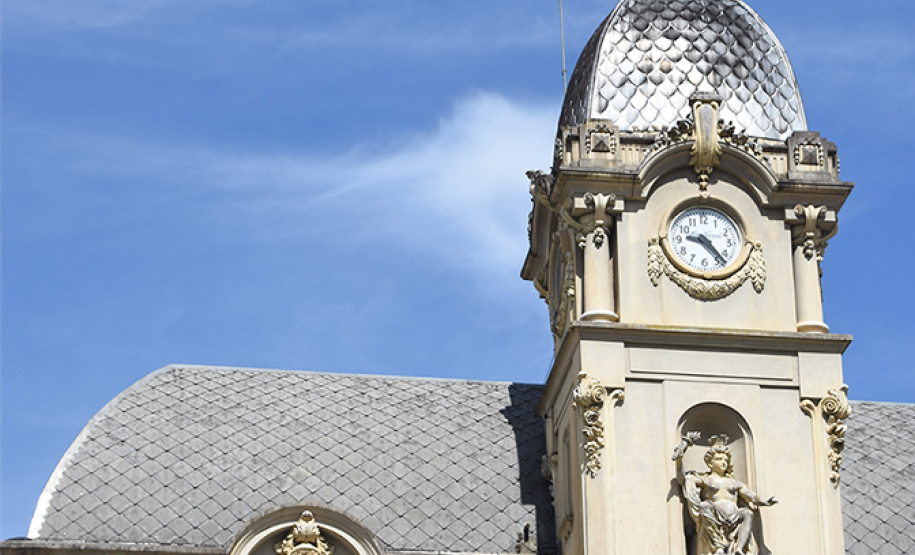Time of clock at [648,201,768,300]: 9:23
